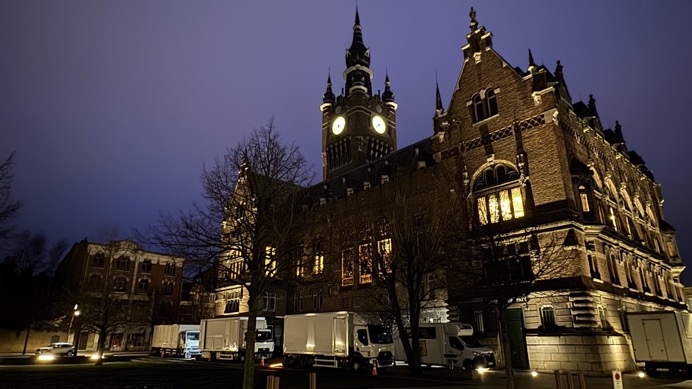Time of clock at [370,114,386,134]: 7:37
